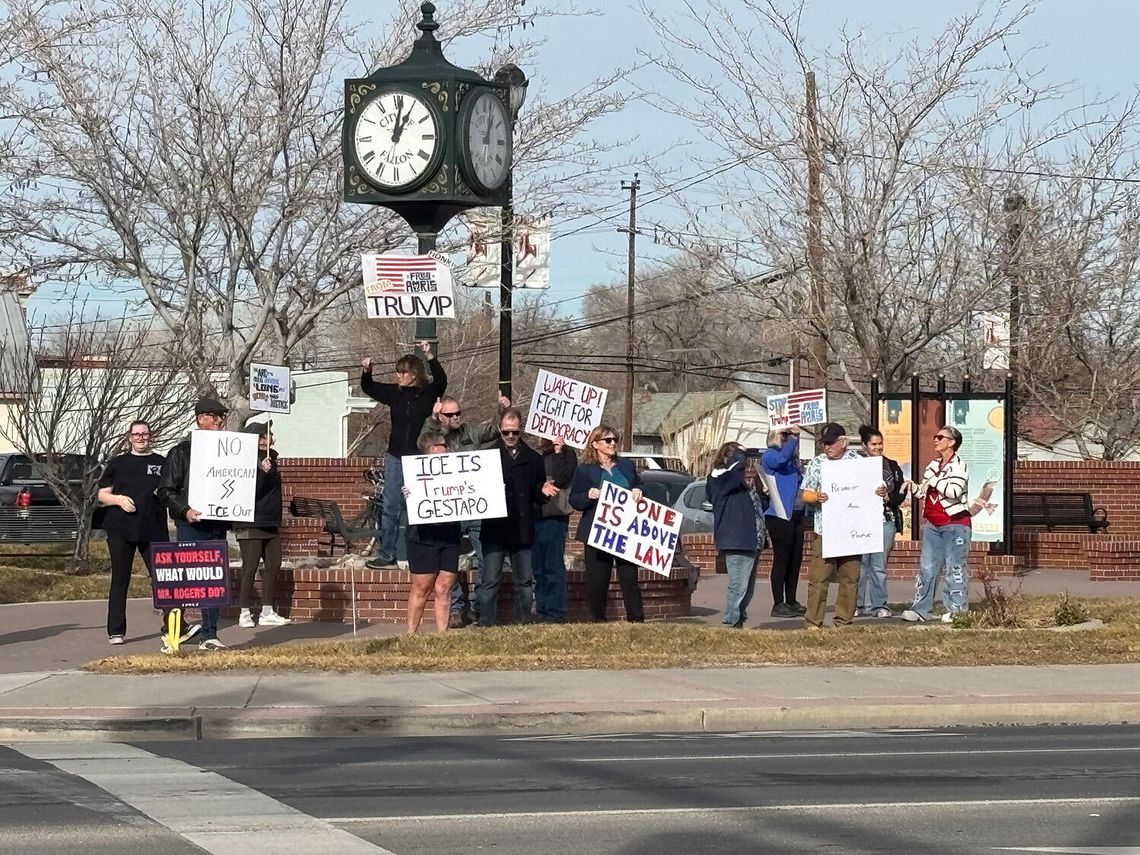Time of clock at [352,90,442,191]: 1:01
